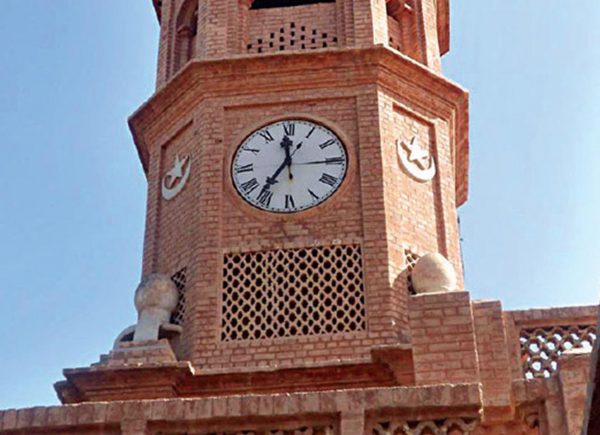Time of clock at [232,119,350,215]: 11:36
